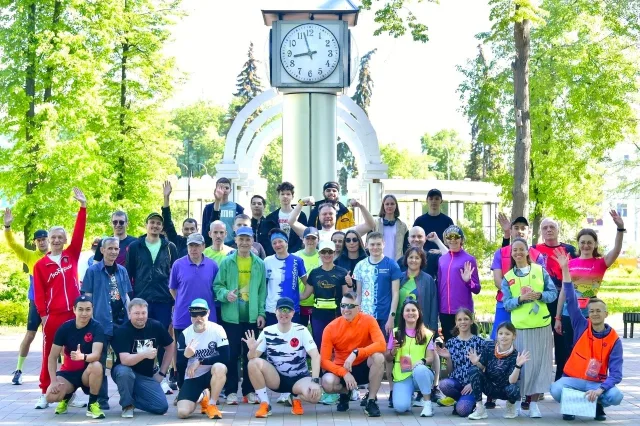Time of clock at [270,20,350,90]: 8:57
